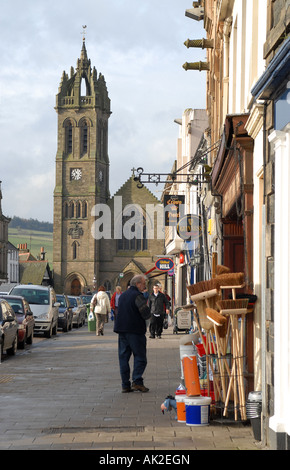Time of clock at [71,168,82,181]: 10:36
